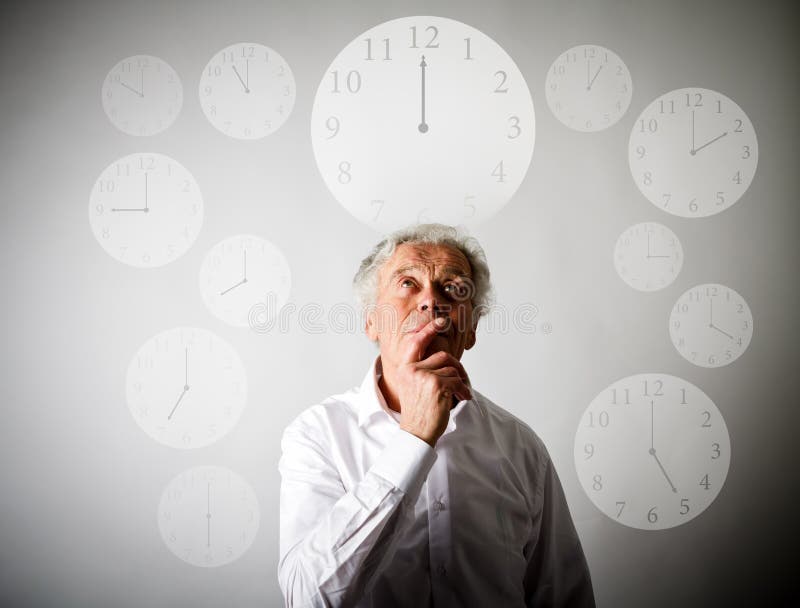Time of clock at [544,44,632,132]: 1:00
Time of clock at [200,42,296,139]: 10:59
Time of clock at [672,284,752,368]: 4:00
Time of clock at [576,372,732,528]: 5:00
